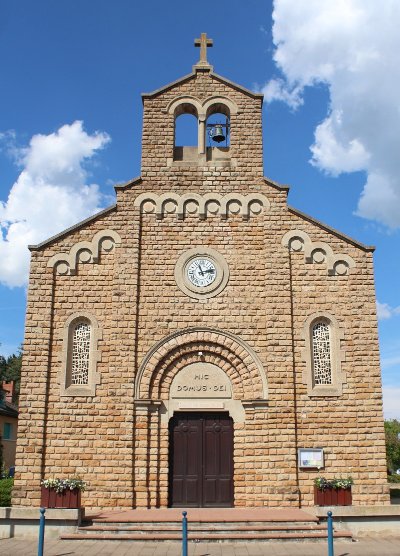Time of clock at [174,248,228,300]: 11:13
